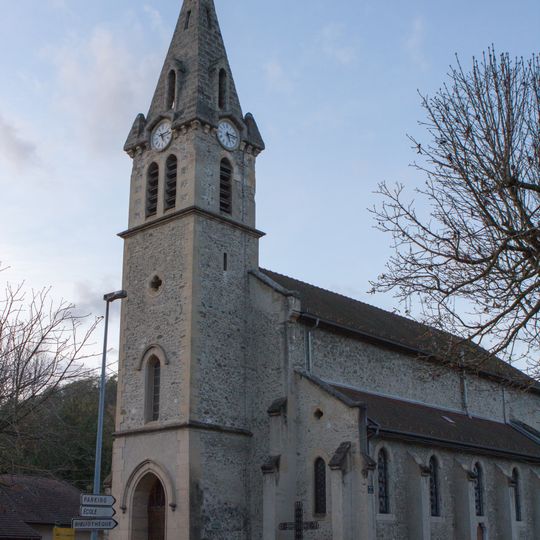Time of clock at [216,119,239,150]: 5:15
